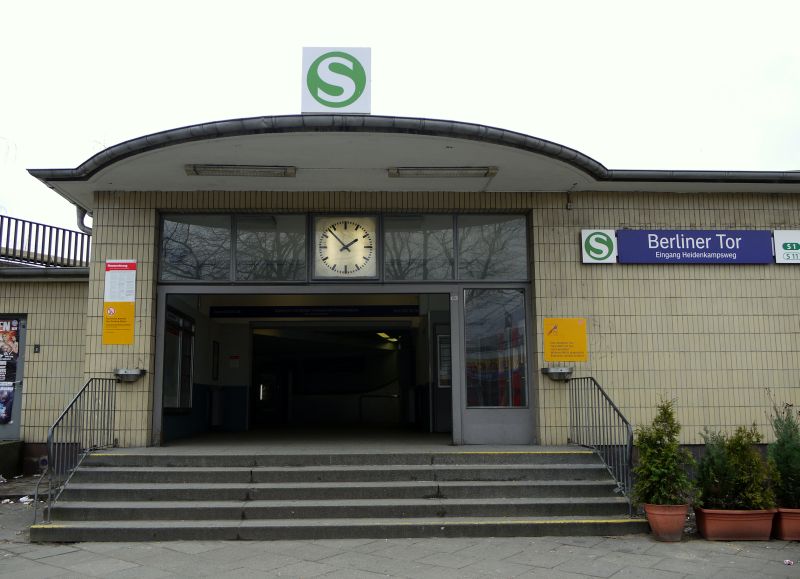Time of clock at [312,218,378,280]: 1:52
